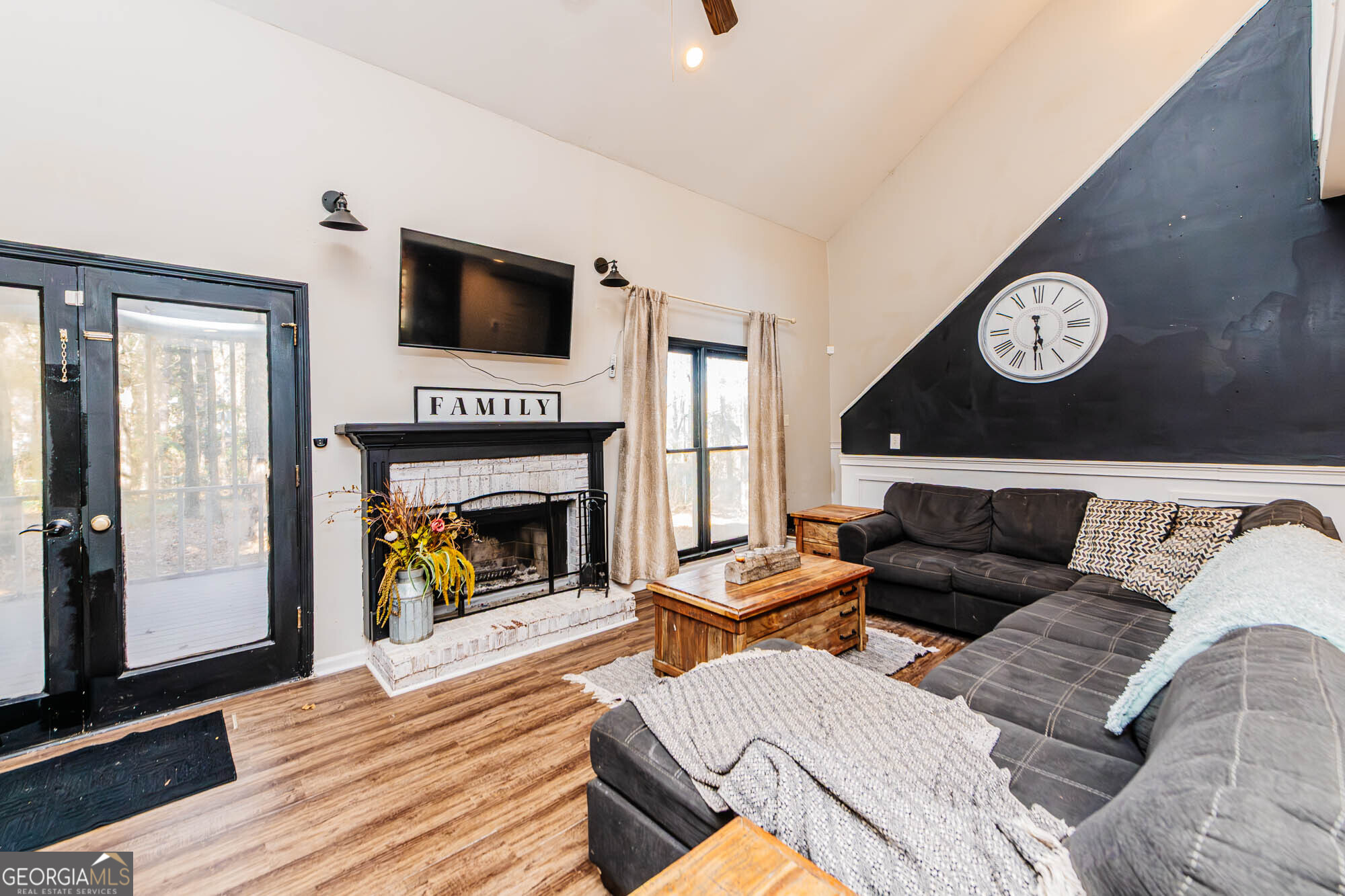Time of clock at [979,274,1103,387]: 5:30
